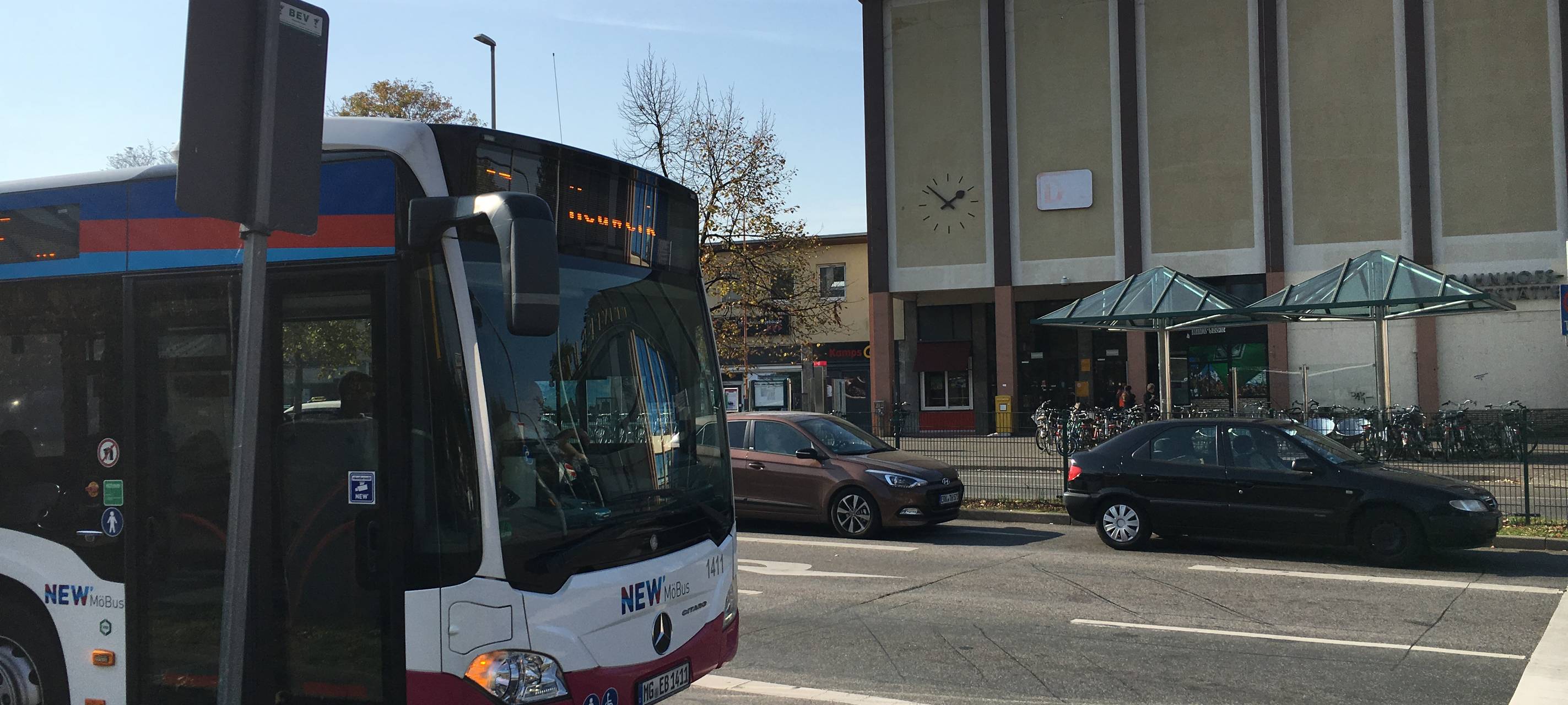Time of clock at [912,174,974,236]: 1:51
